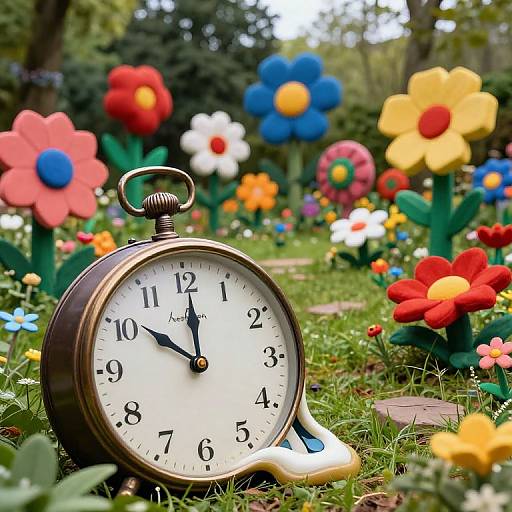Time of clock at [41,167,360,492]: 10:00
